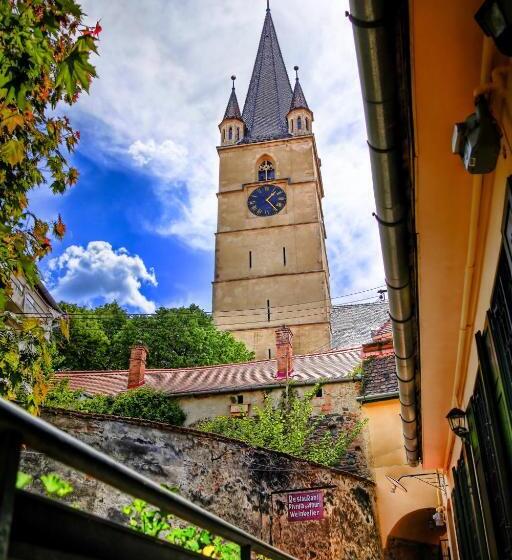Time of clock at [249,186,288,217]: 1:23
